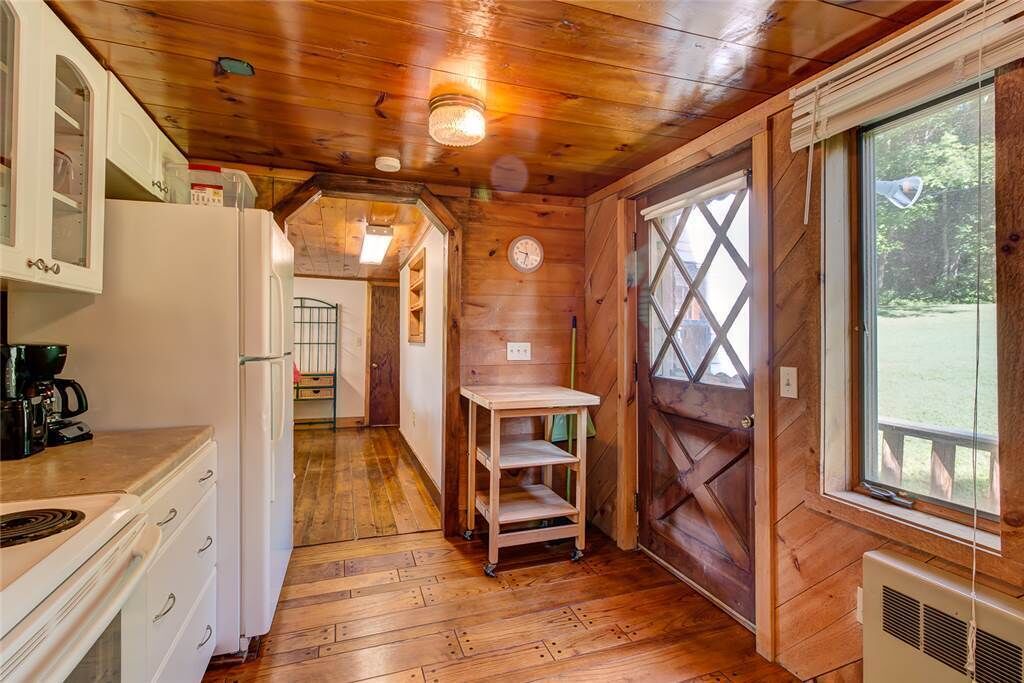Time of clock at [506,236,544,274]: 9:32
